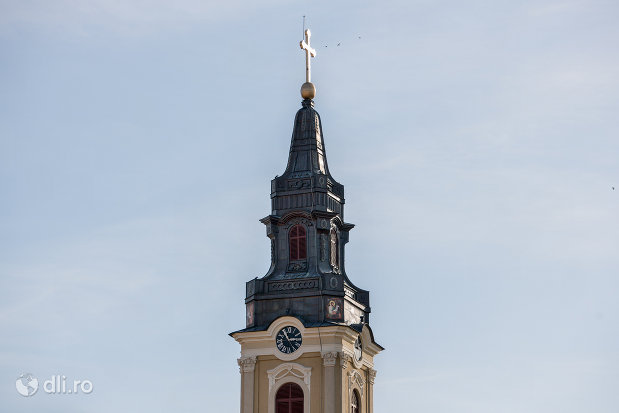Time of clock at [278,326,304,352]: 2:54
